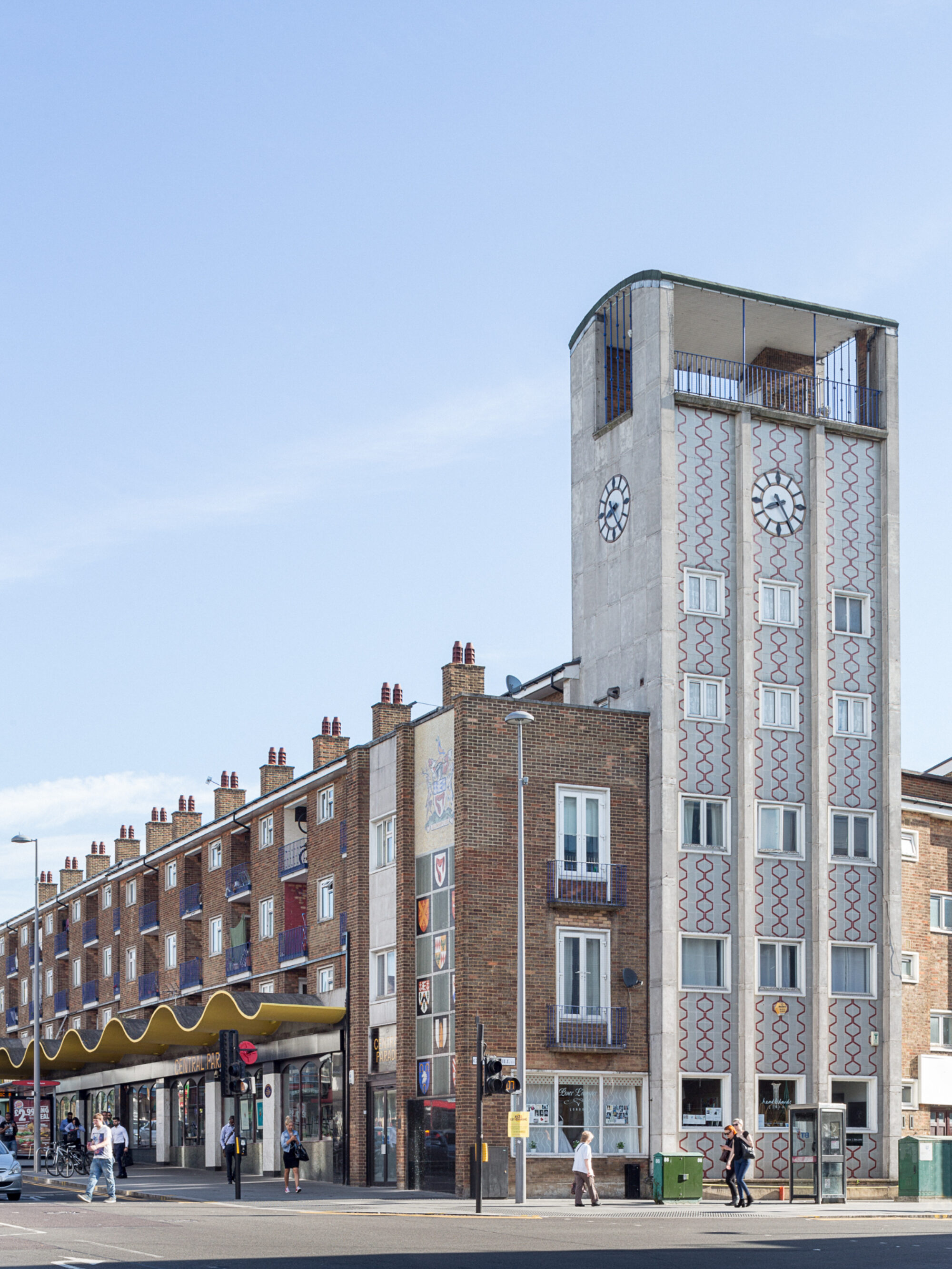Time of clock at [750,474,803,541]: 8:24
